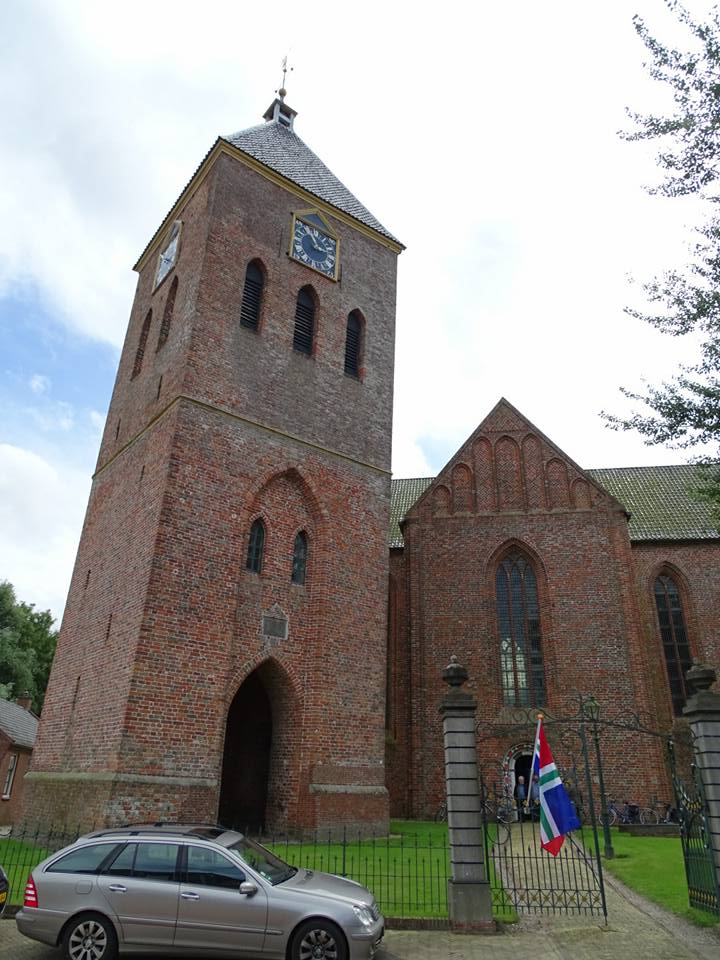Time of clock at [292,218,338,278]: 2:56
